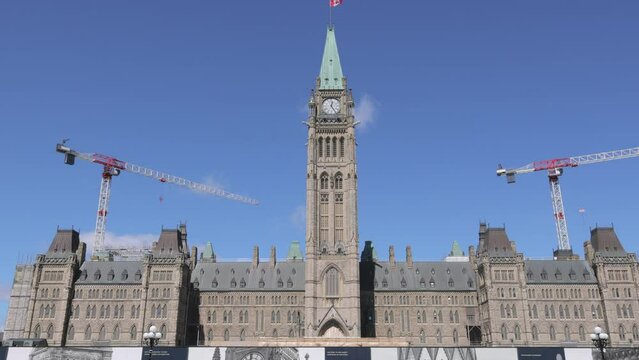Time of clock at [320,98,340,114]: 12:24
